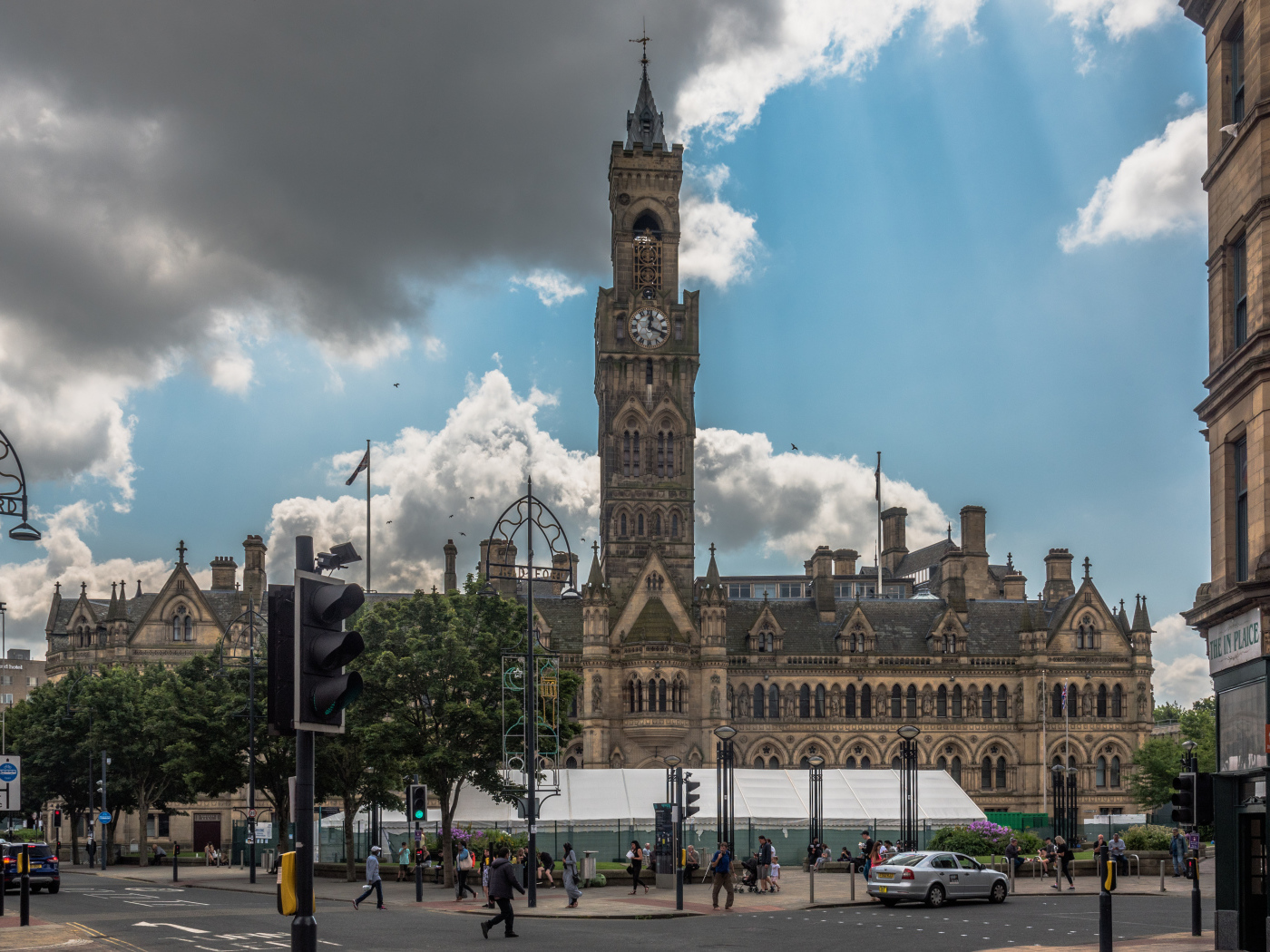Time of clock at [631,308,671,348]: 12:18
